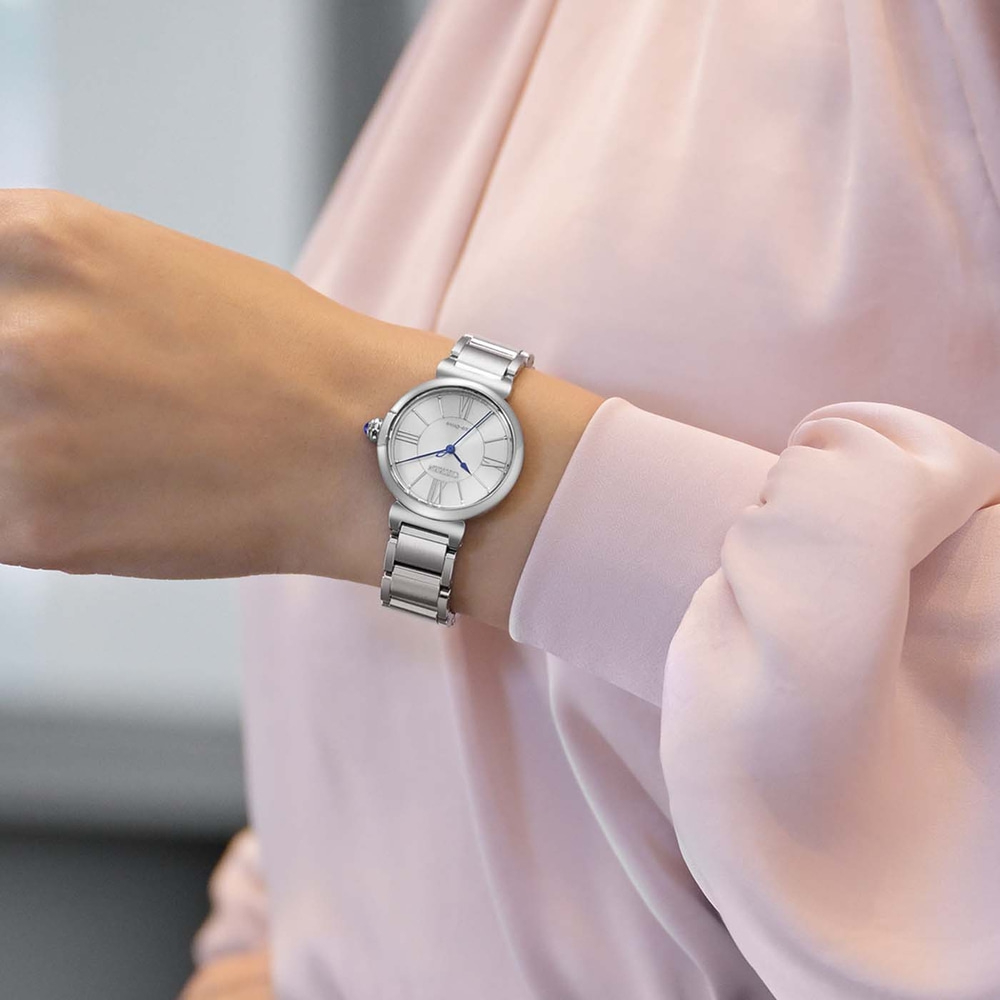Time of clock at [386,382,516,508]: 4:04
